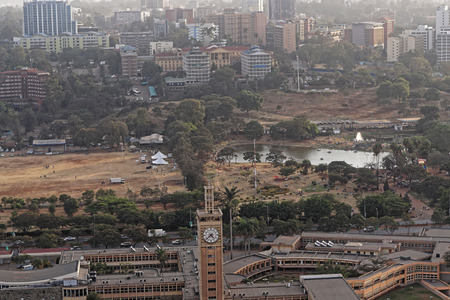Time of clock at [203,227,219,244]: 4:37
